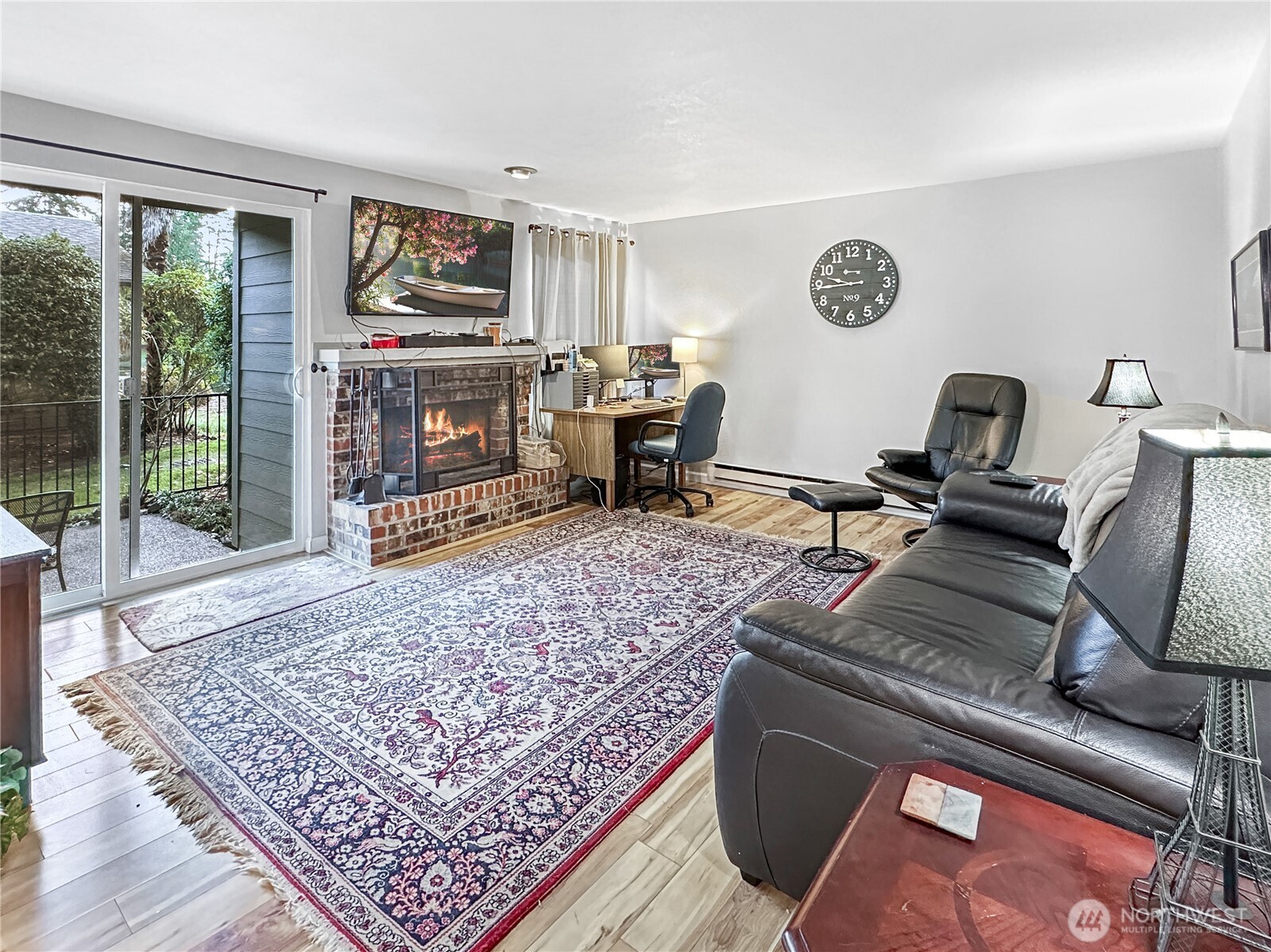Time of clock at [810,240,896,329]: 9:44
